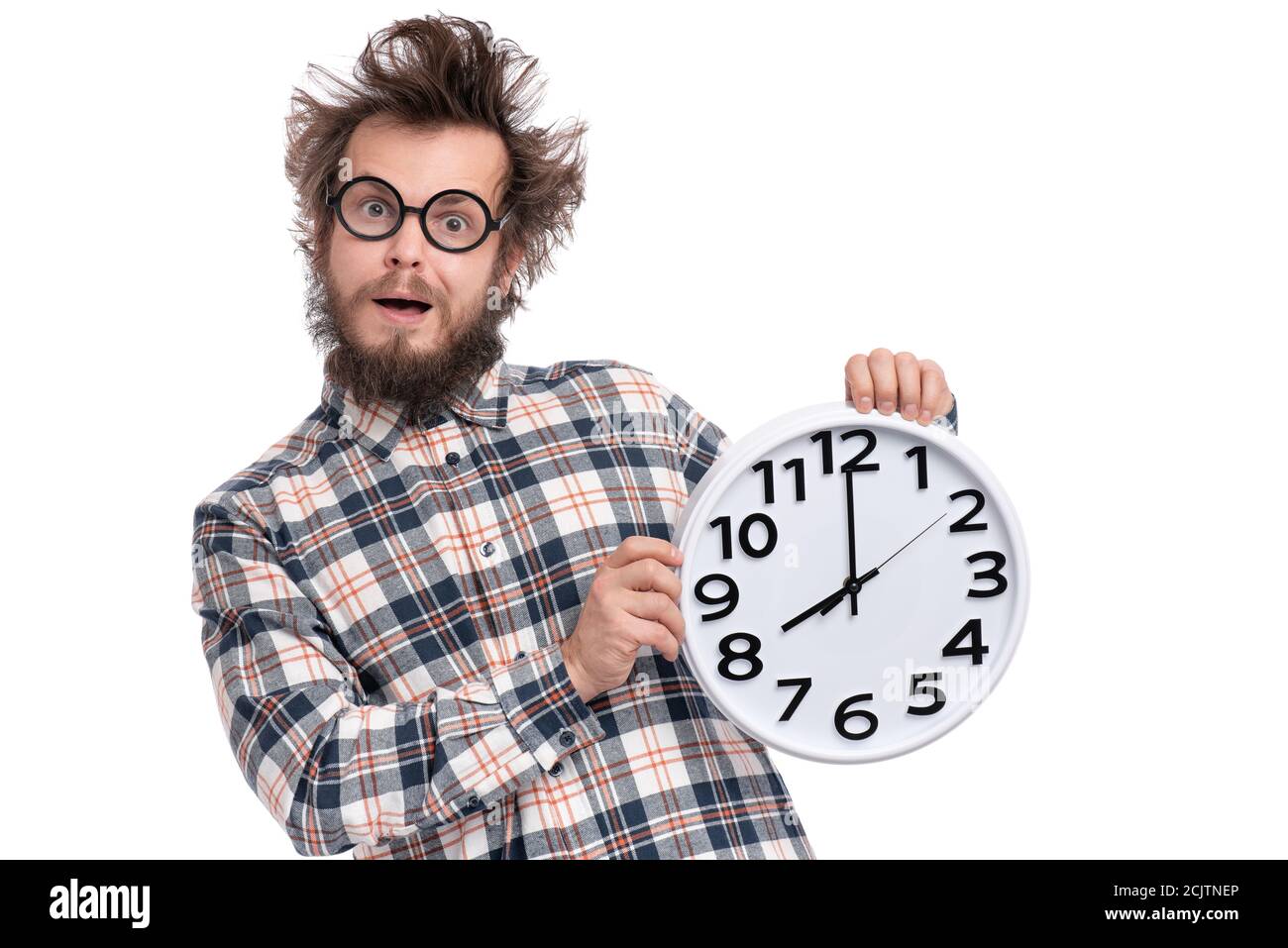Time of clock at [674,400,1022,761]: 7:59
